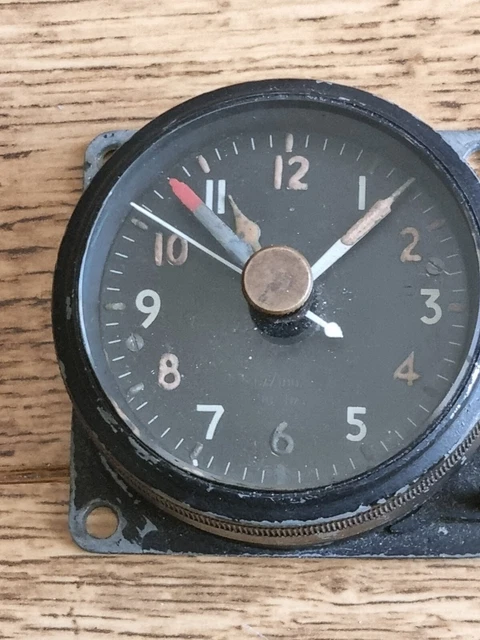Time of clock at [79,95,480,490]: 11:07
